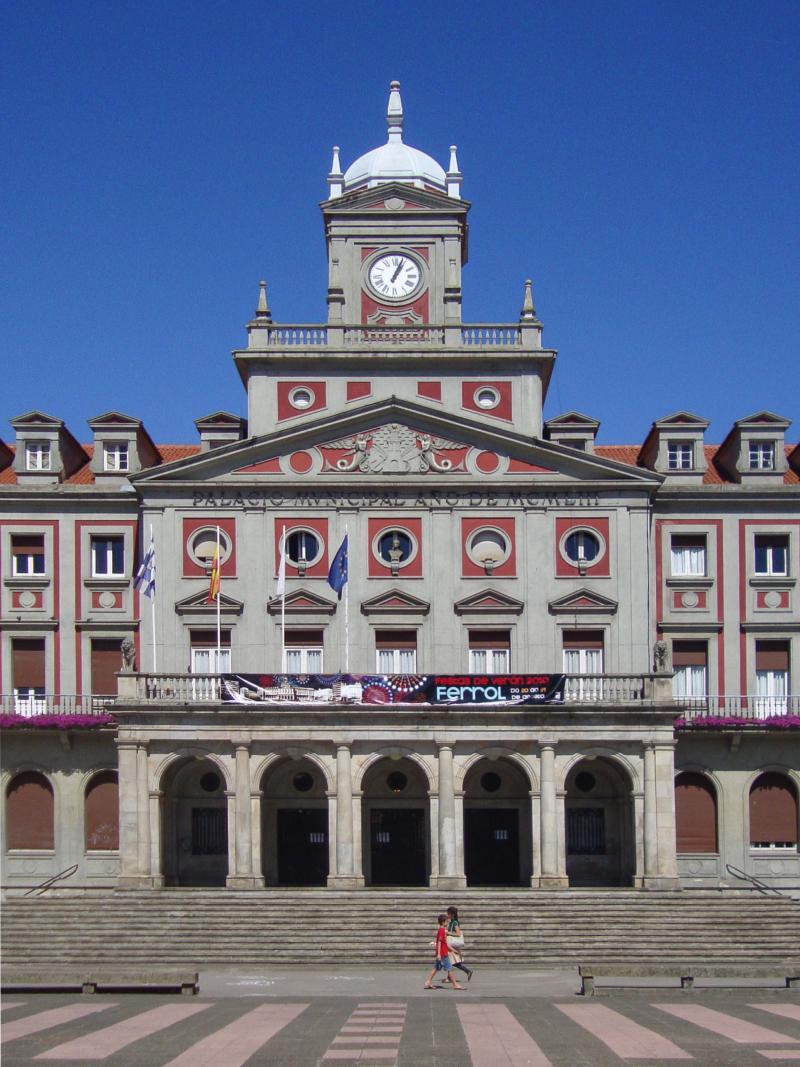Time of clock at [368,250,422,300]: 1:03
